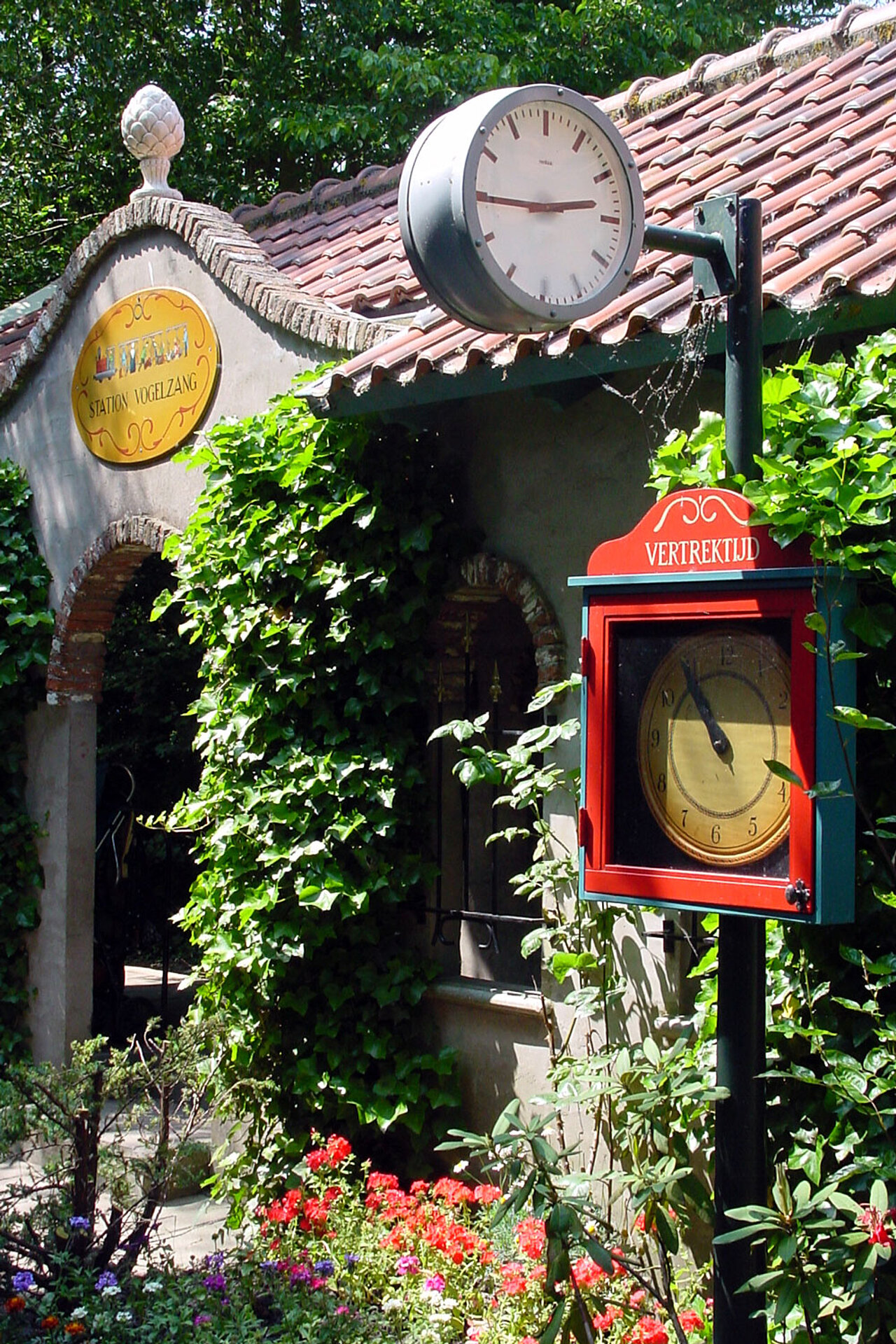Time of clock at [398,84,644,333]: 2:45
